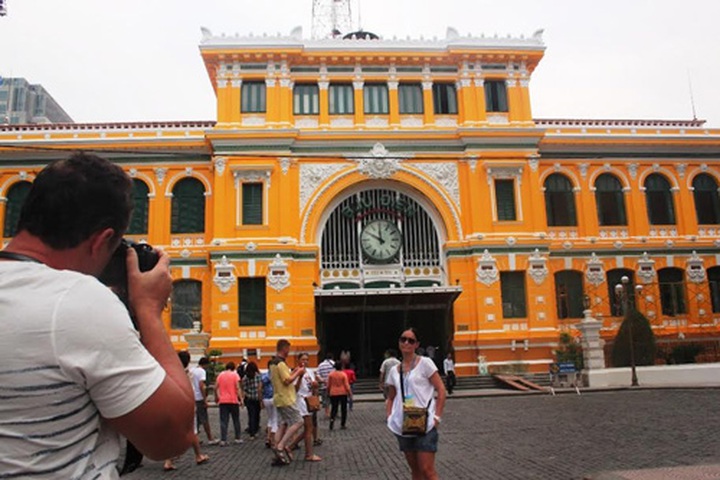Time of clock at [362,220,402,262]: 11:49
